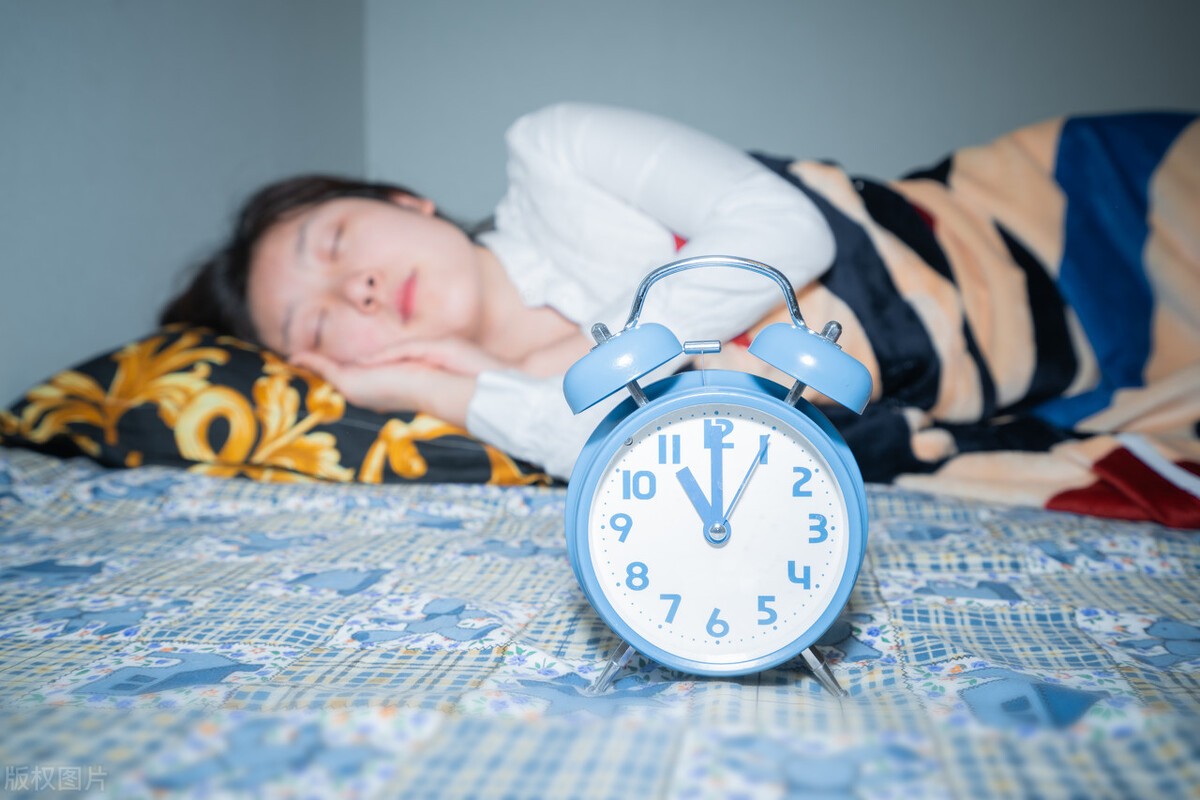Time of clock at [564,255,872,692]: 11:00
